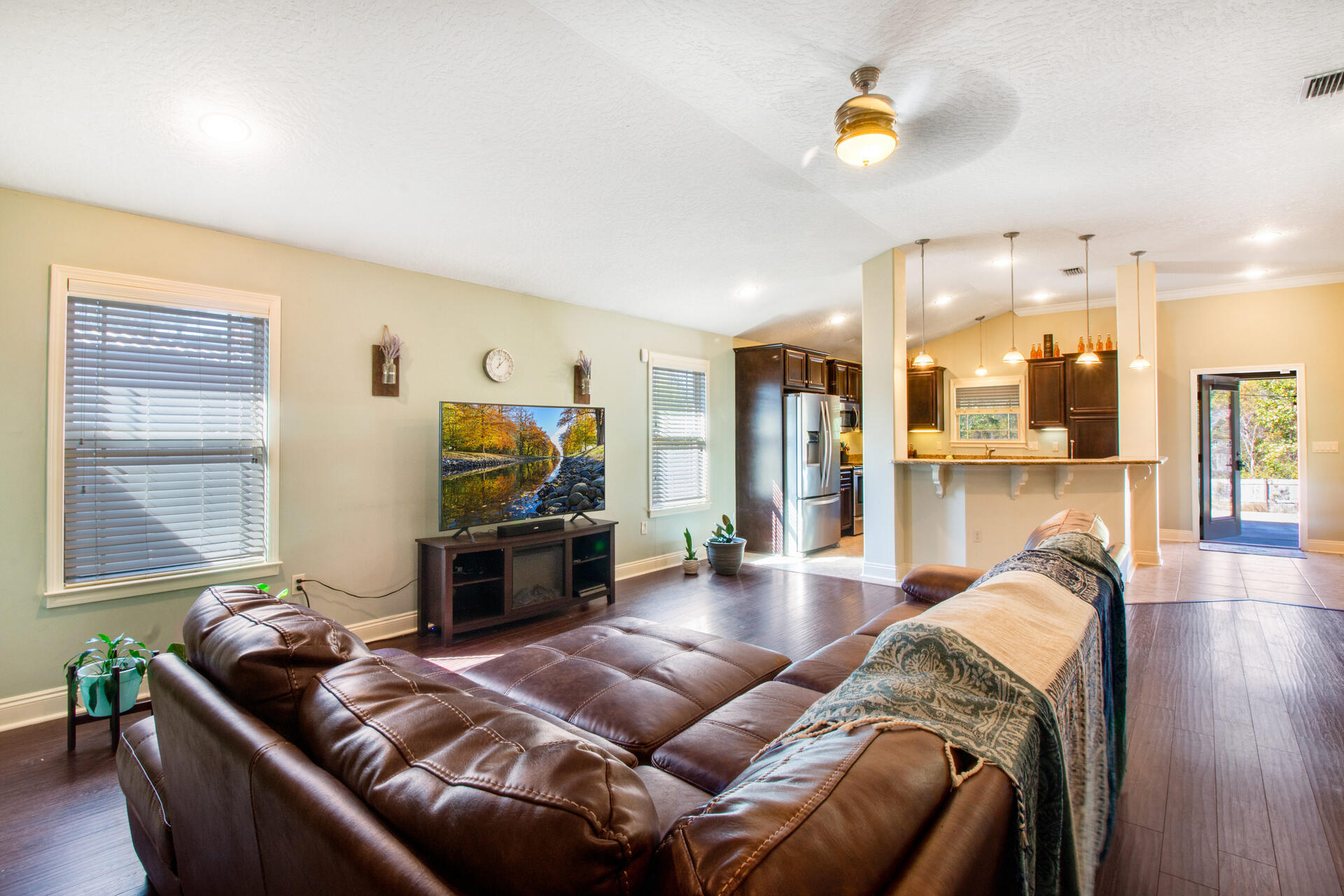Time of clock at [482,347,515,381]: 12:07
